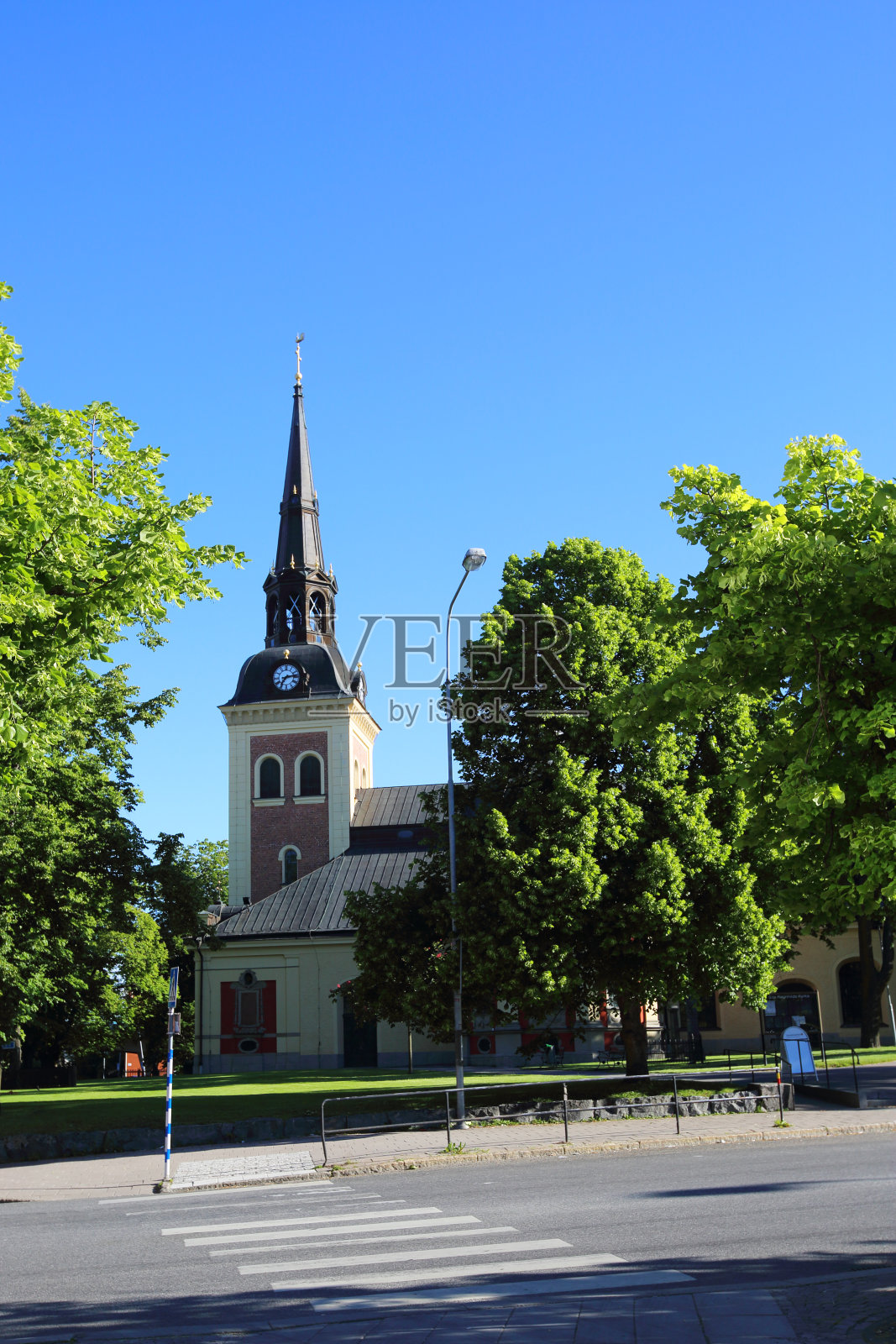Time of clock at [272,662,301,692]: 7:13
